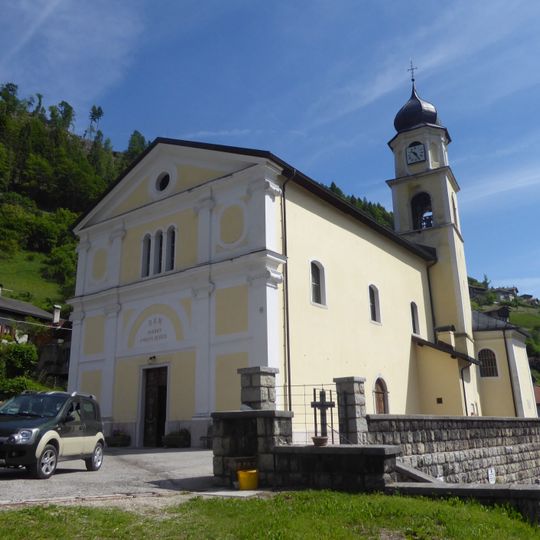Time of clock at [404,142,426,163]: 10:25
